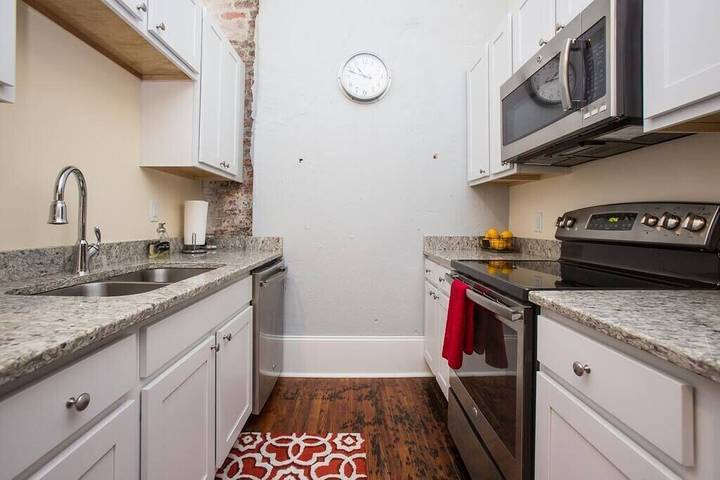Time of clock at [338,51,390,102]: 10:48
